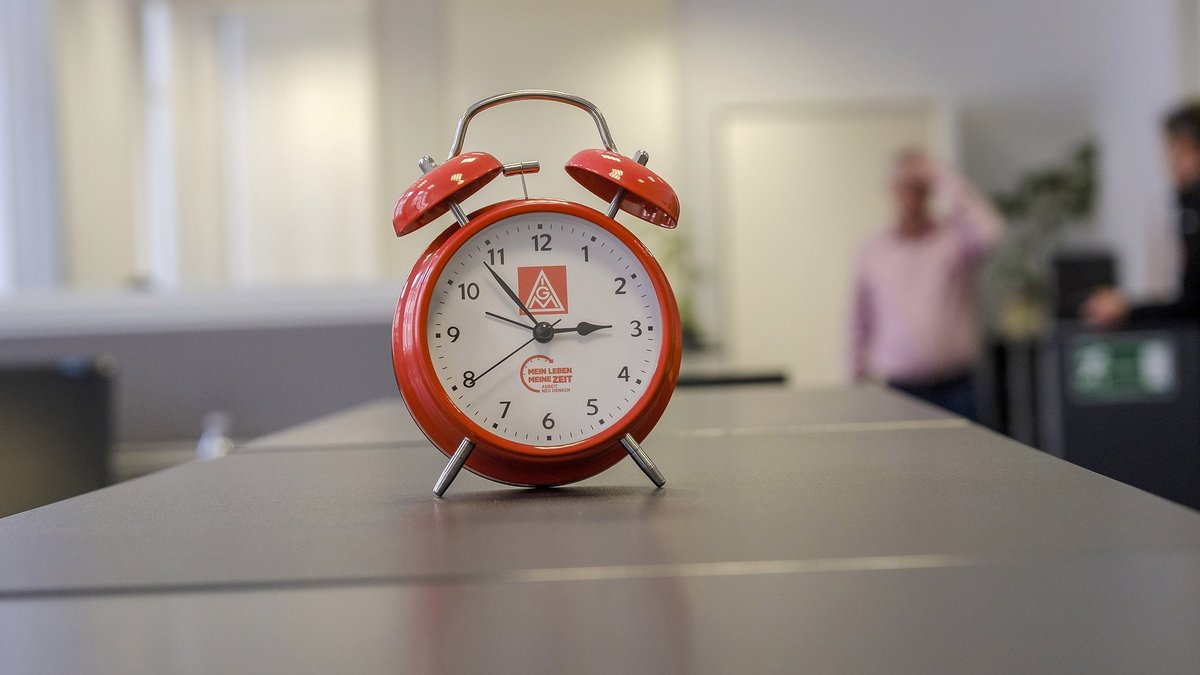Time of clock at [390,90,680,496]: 2:53
